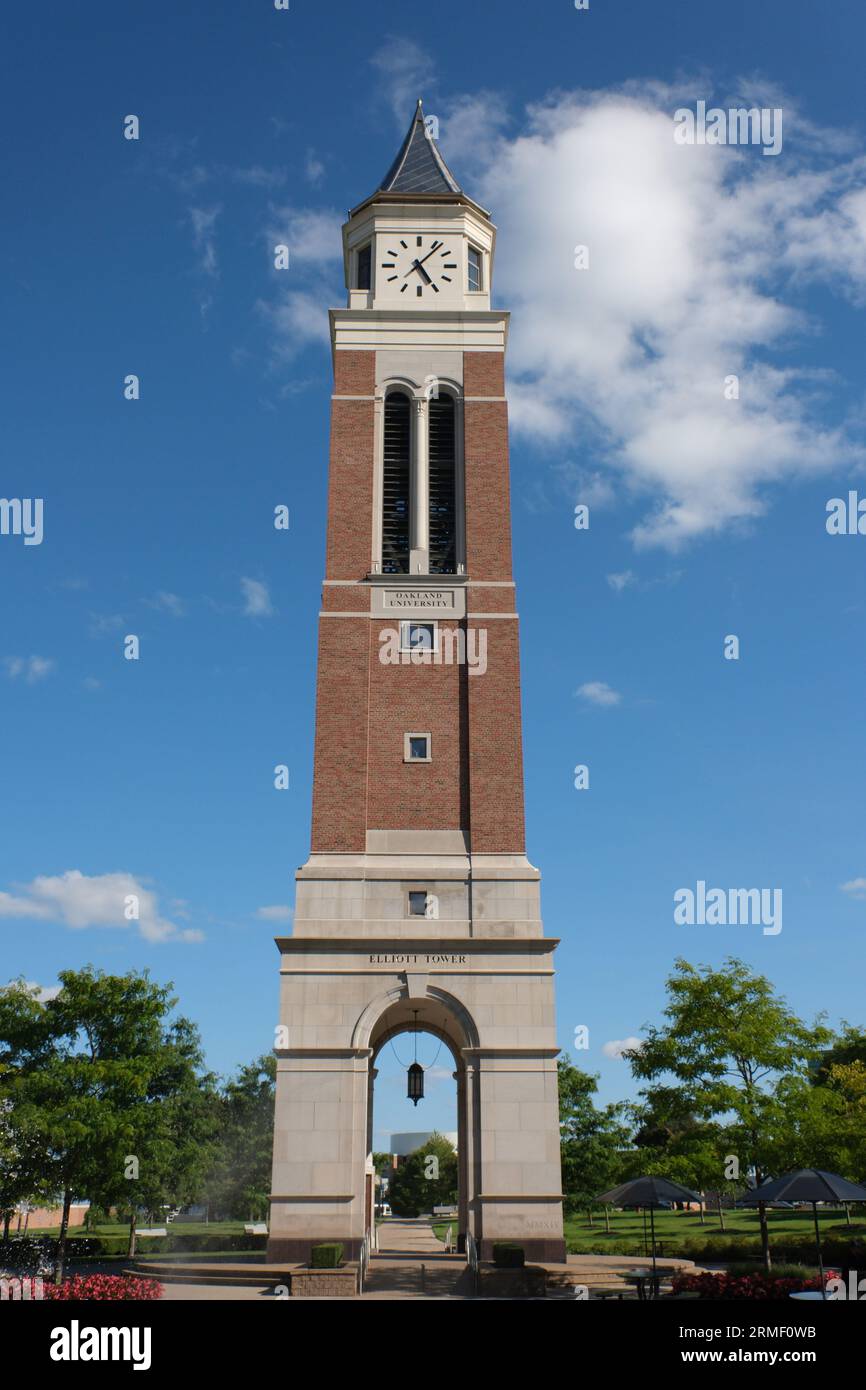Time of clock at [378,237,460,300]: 5:06
